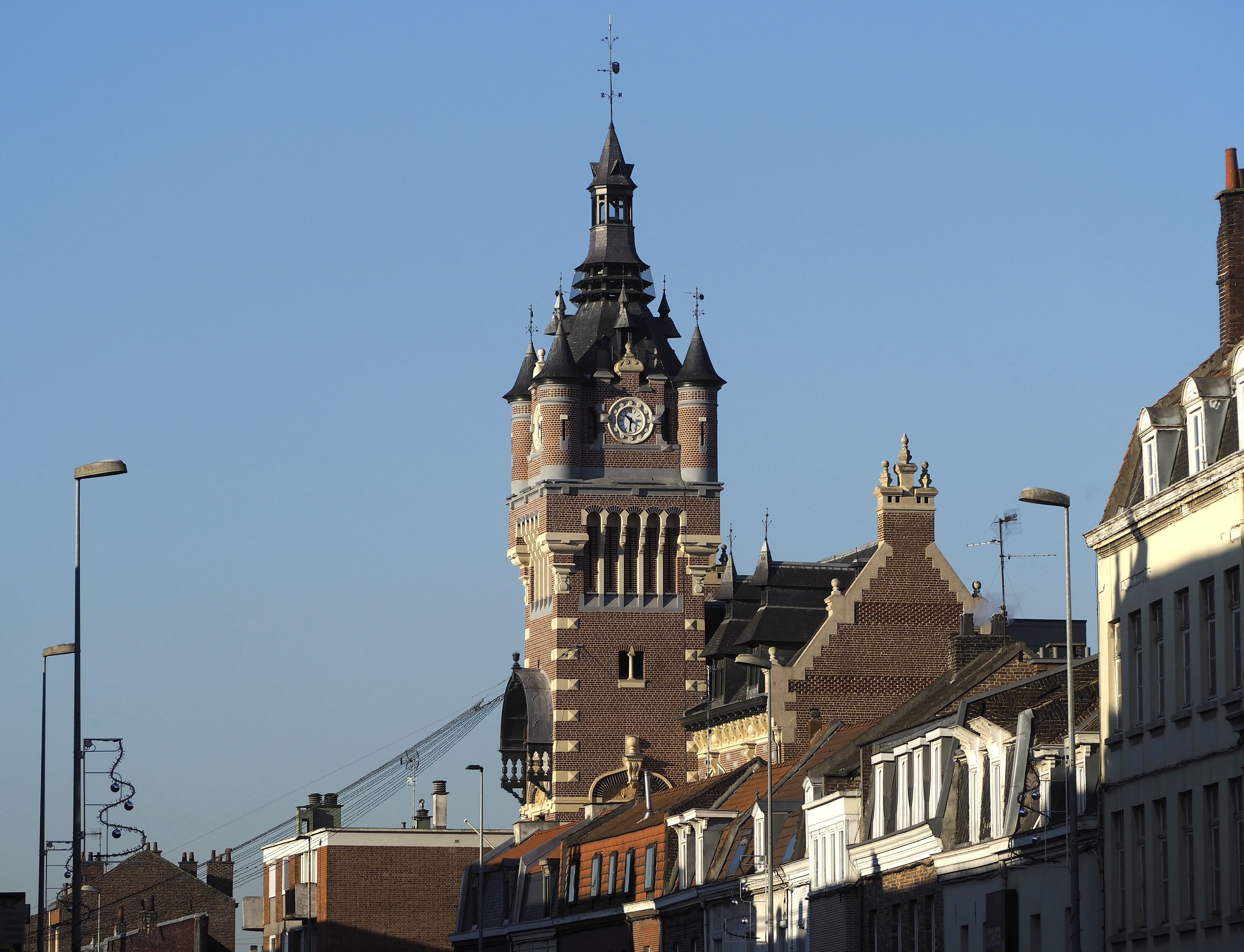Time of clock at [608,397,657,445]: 10:31
